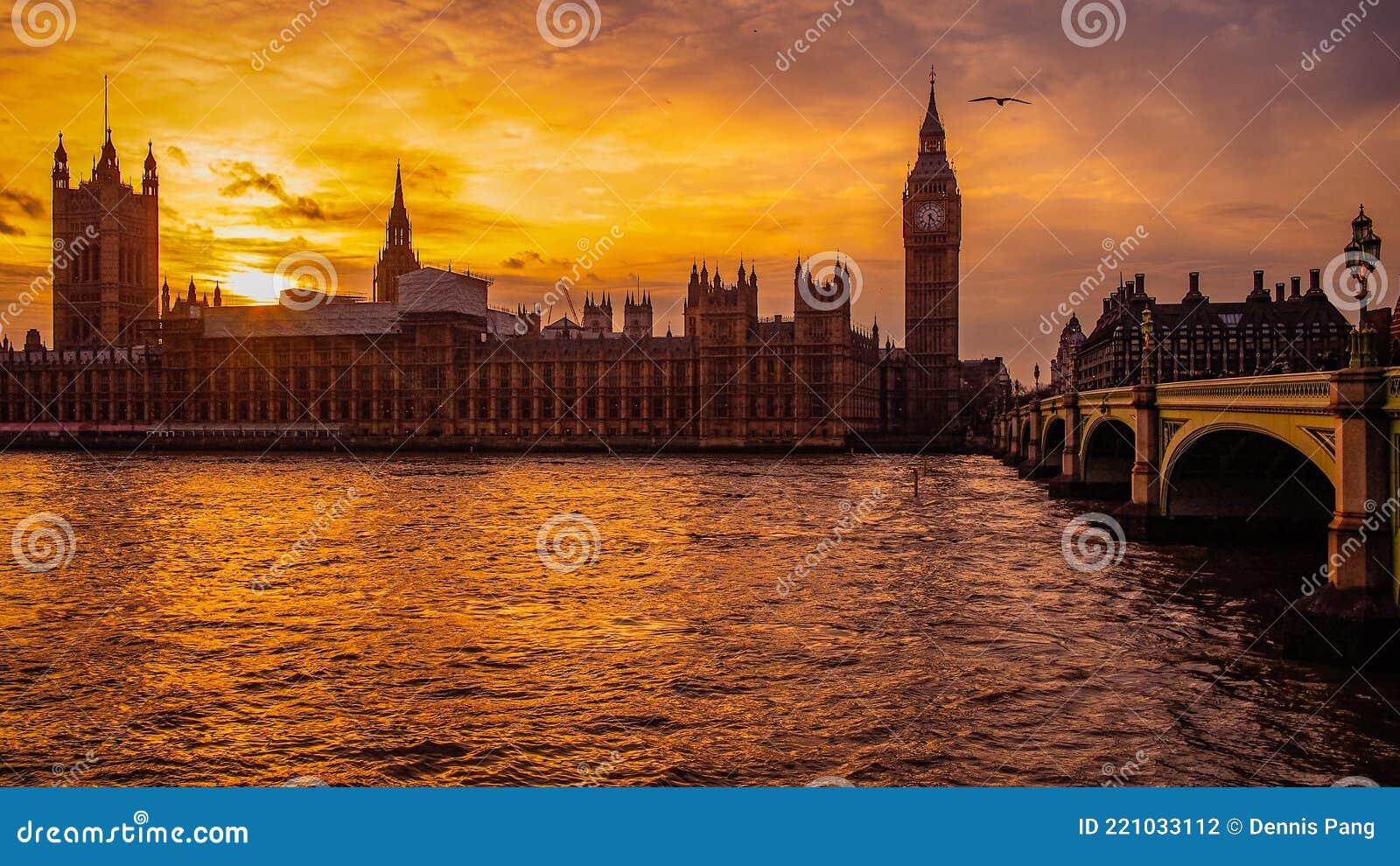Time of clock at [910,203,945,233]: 4:32
